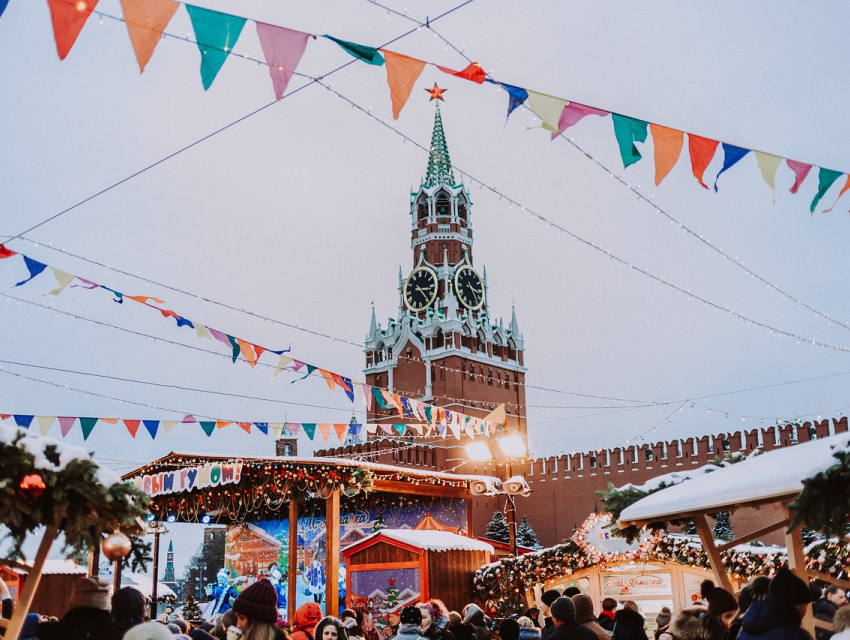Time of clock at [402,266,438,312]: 3:23
